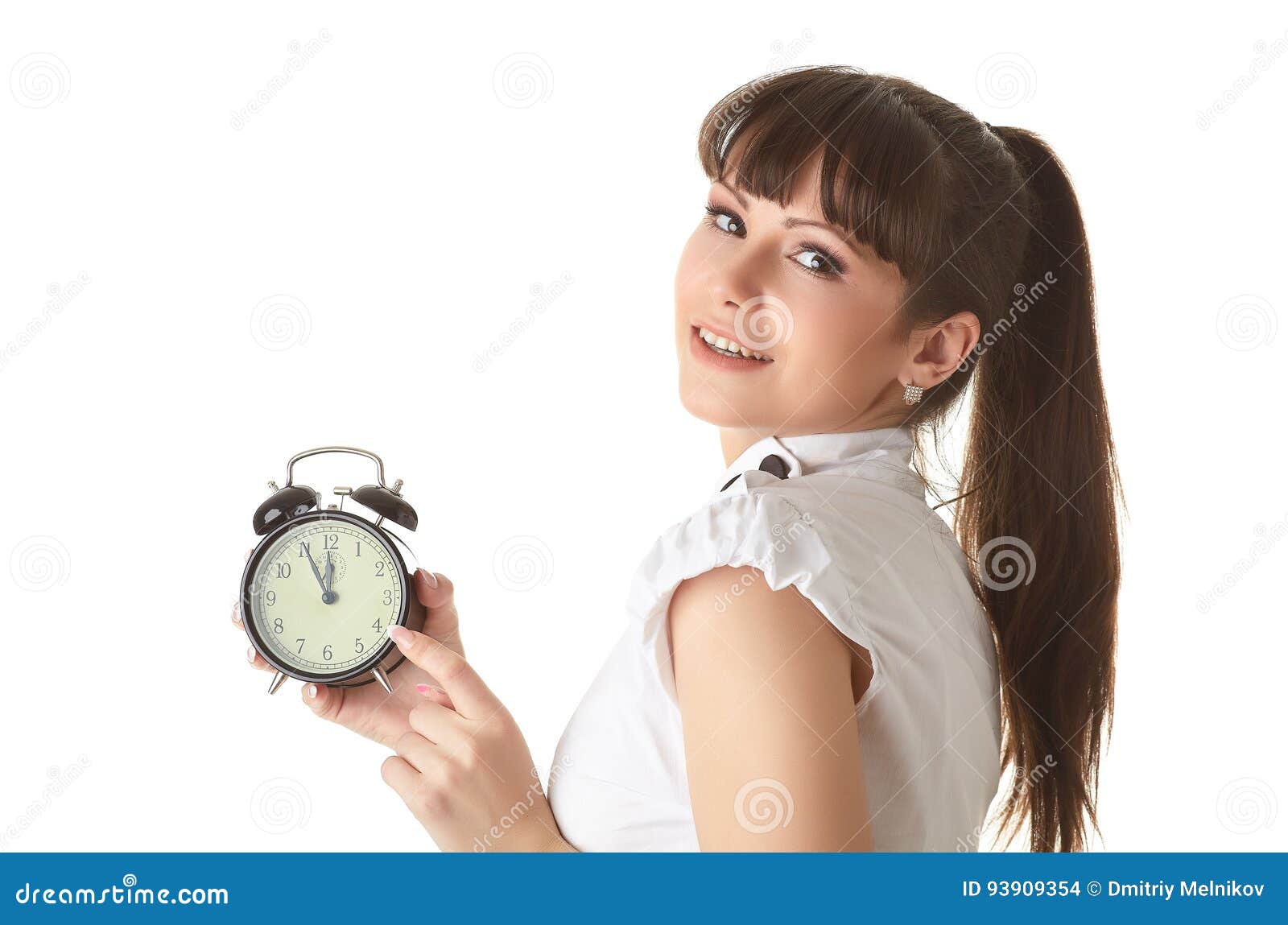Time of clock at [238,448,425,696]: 11:55
